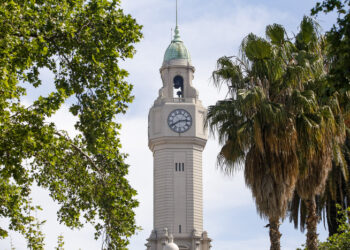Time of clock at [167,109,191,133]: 2:40
